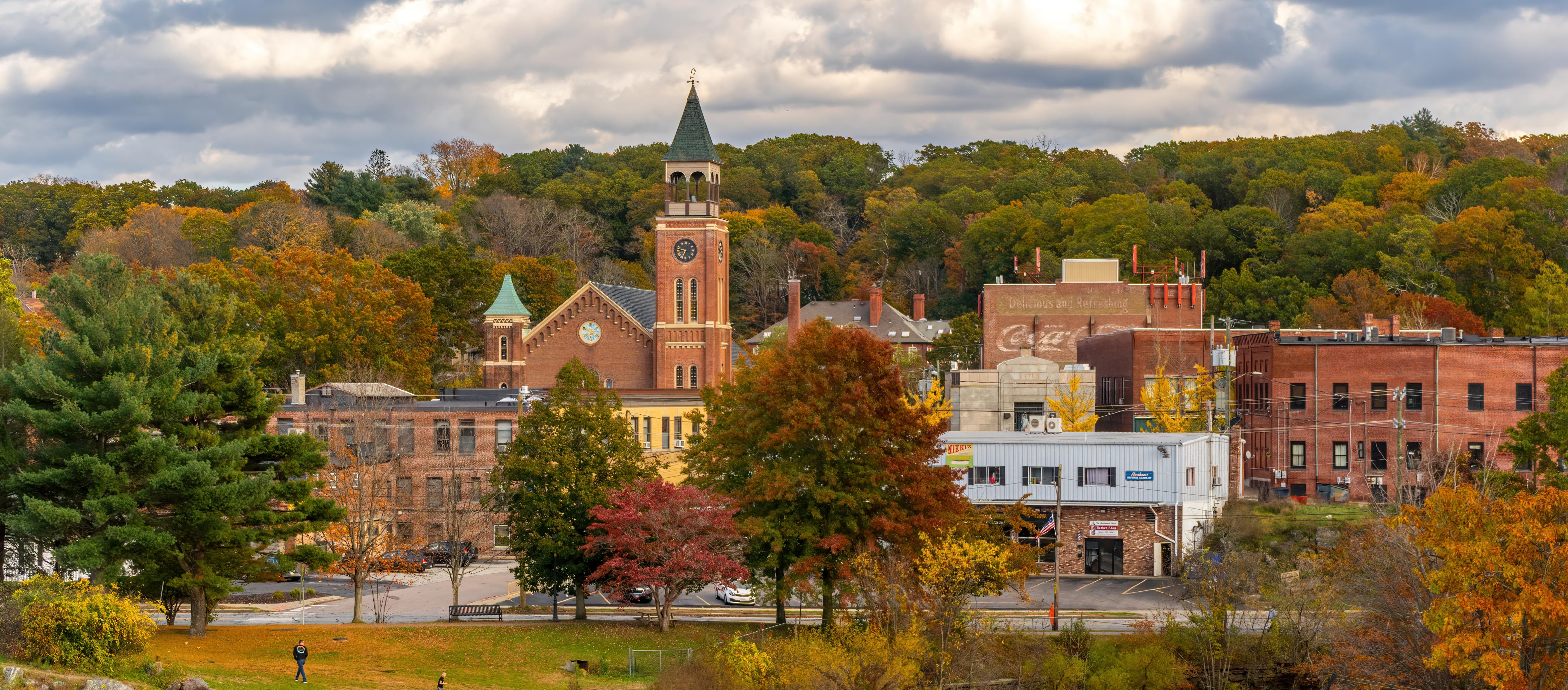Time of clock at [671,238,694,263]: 6:47
